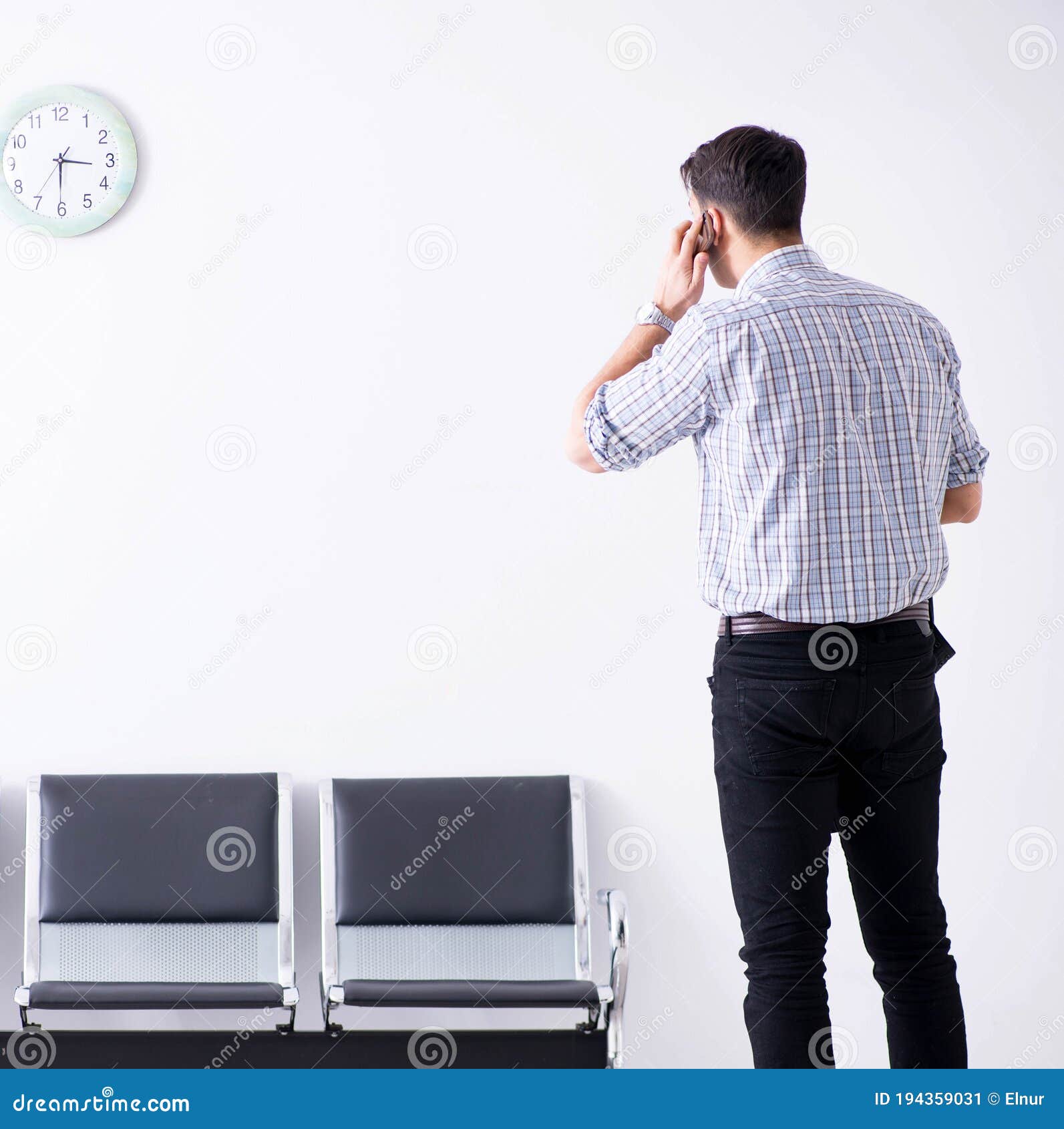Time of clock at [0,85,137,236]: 3:30
